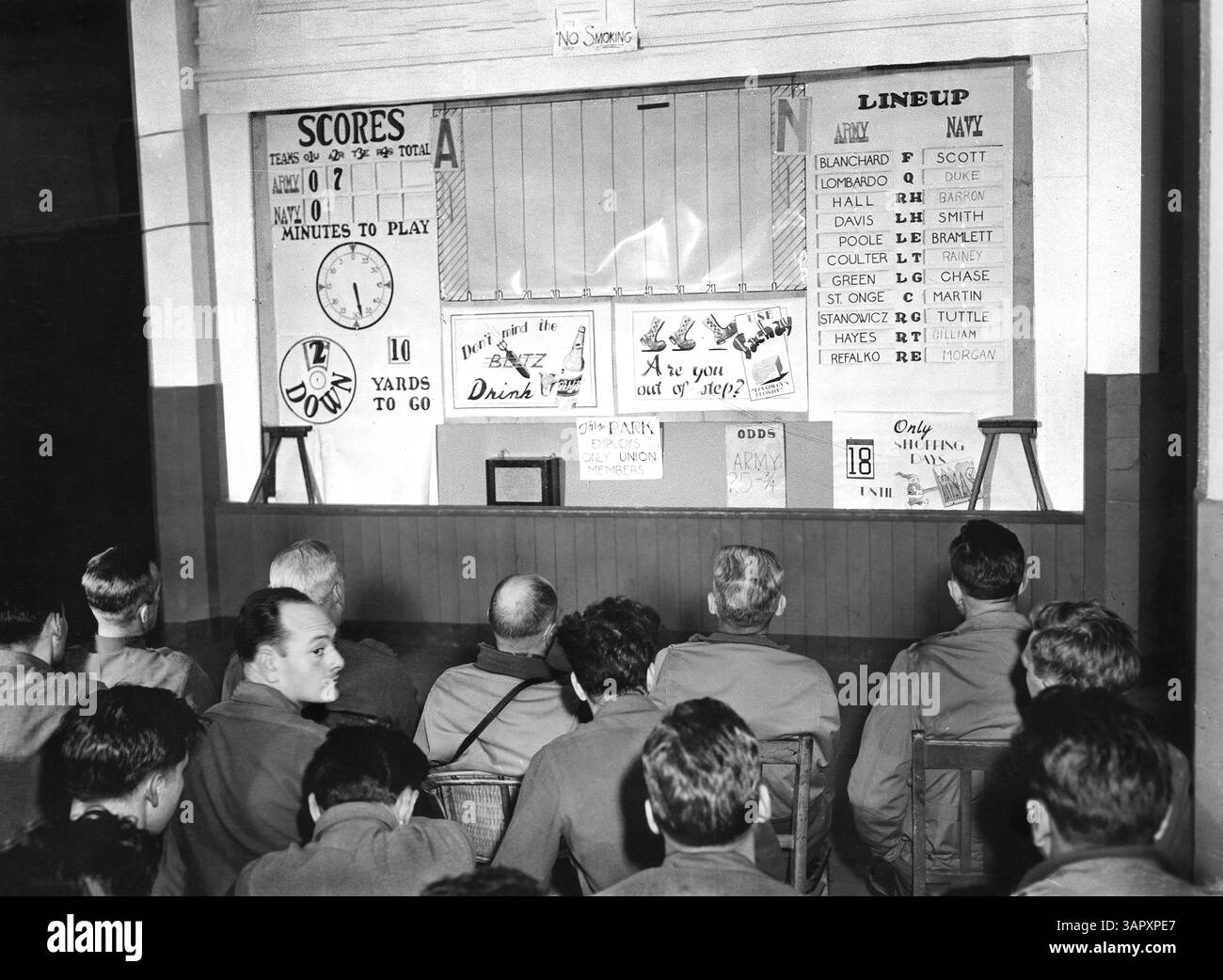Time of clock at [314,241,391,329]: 5:28
